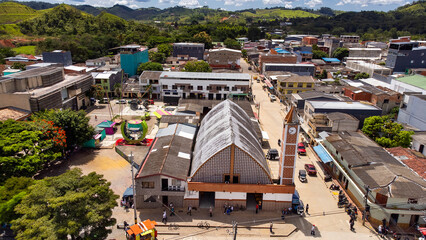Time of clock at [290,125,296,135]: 9:38
